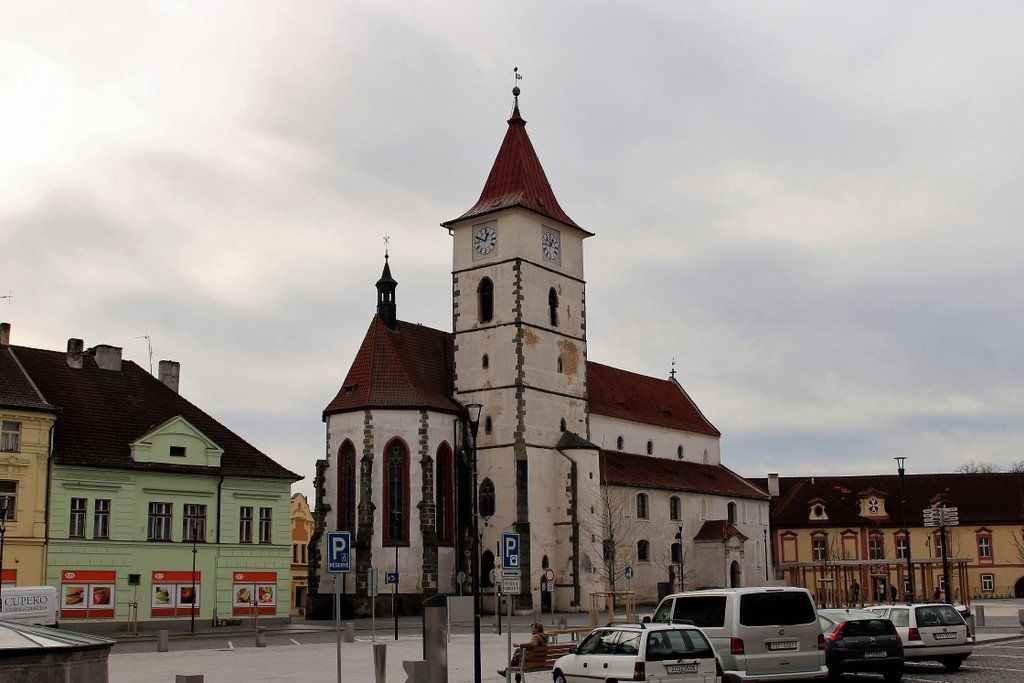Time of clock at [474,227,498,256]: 12:48
